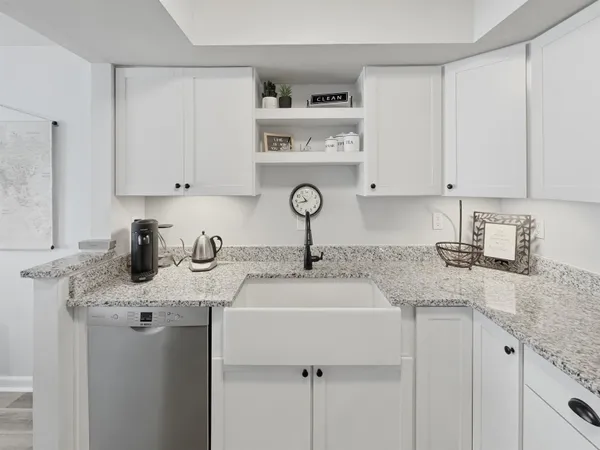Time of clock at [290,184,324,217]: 10:42
